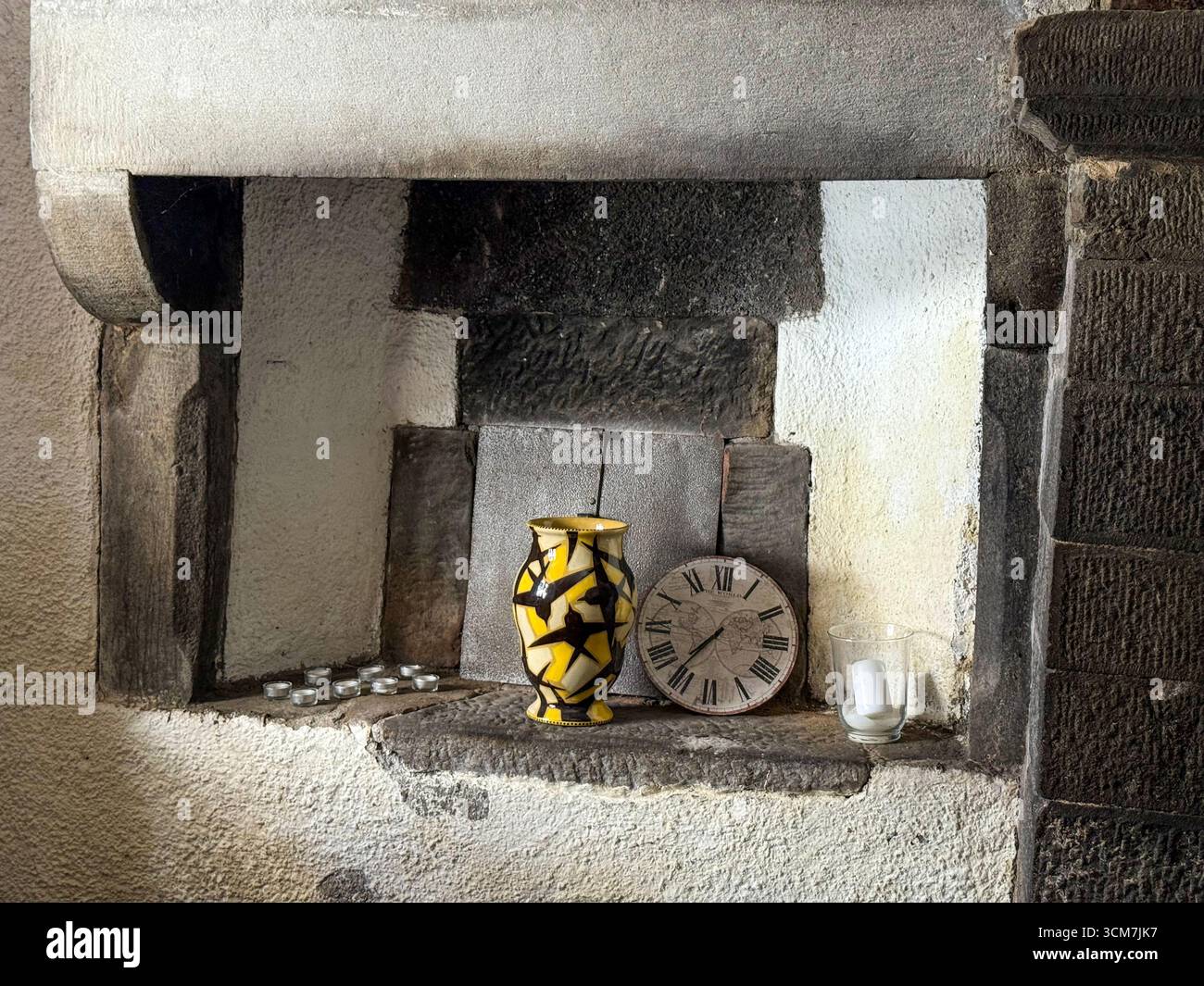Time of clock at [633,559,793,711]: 7:36
